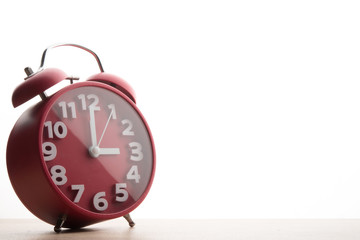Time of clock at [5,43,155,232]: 3:00
